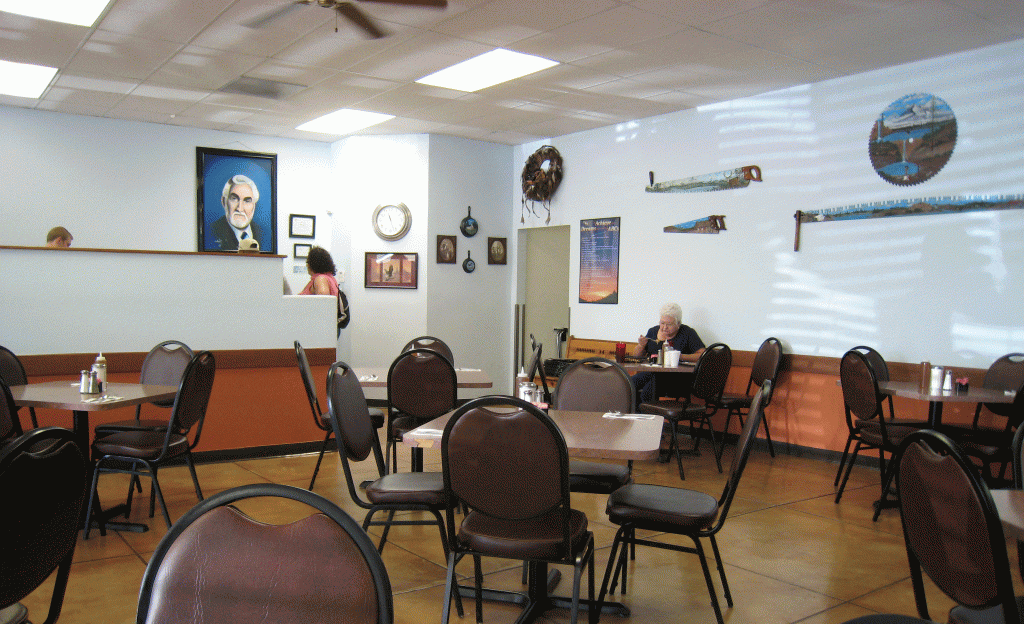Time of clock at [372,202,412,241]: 11:27
